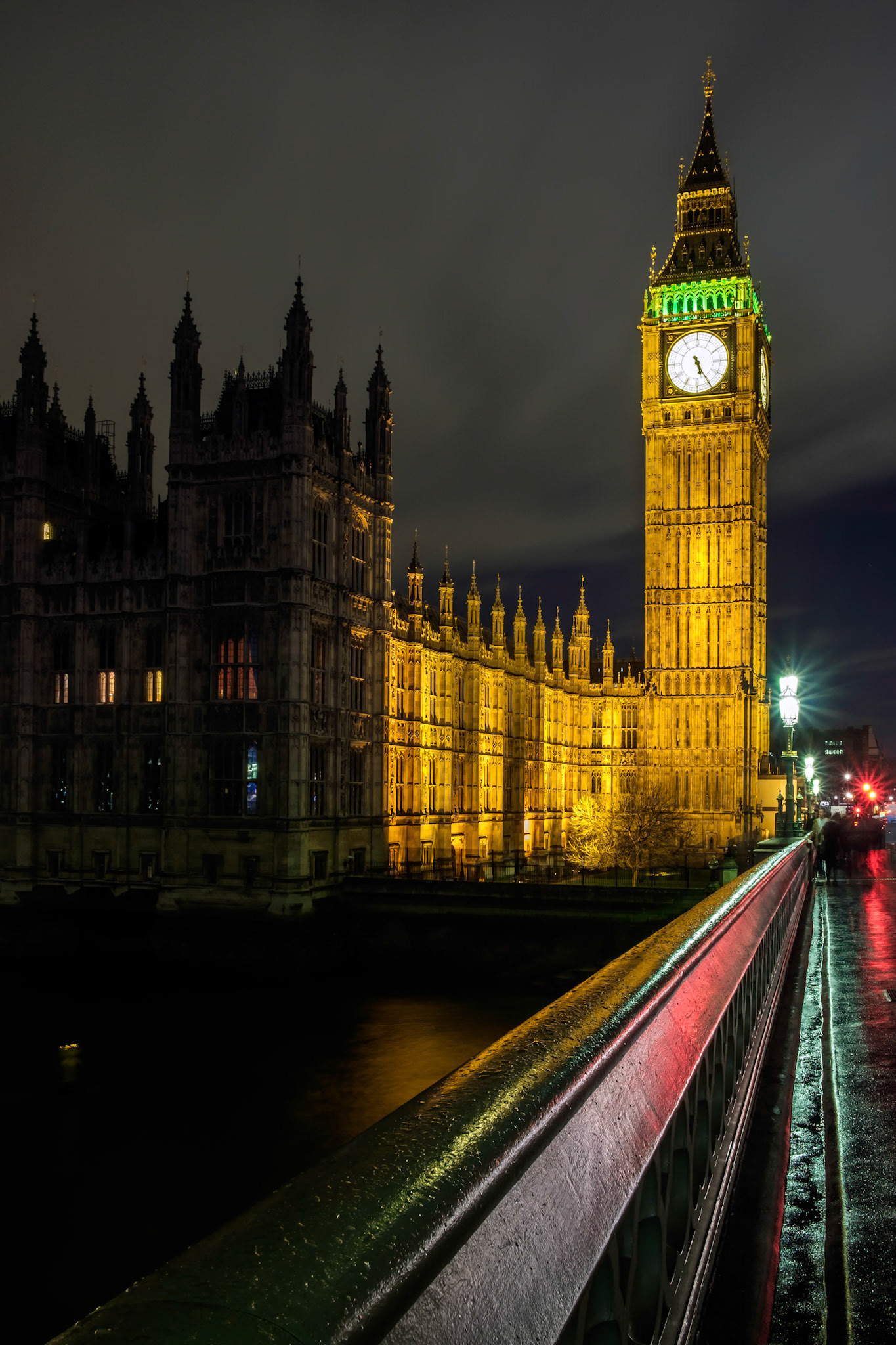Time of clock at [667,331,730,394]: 5:25
